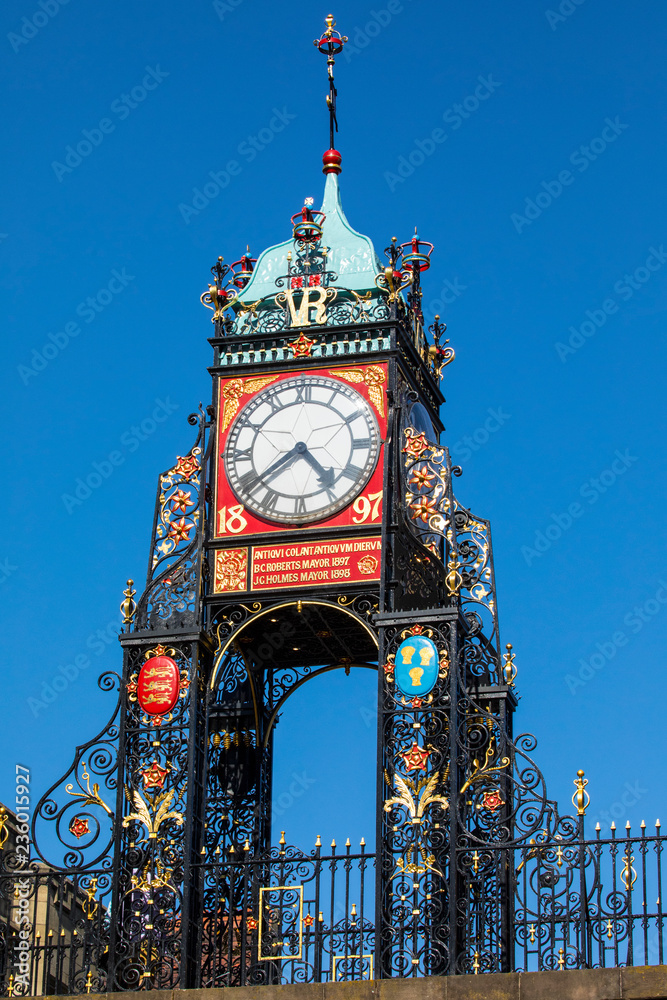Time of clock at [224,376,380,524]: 4:39
